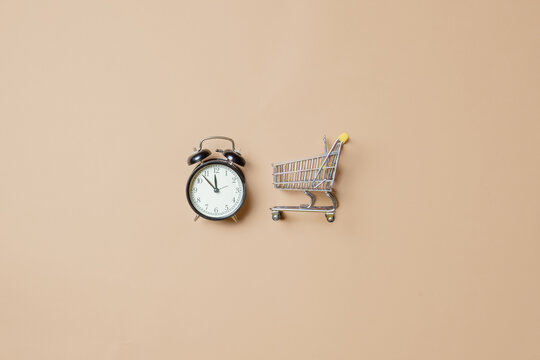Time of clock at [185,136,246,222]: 11:52
